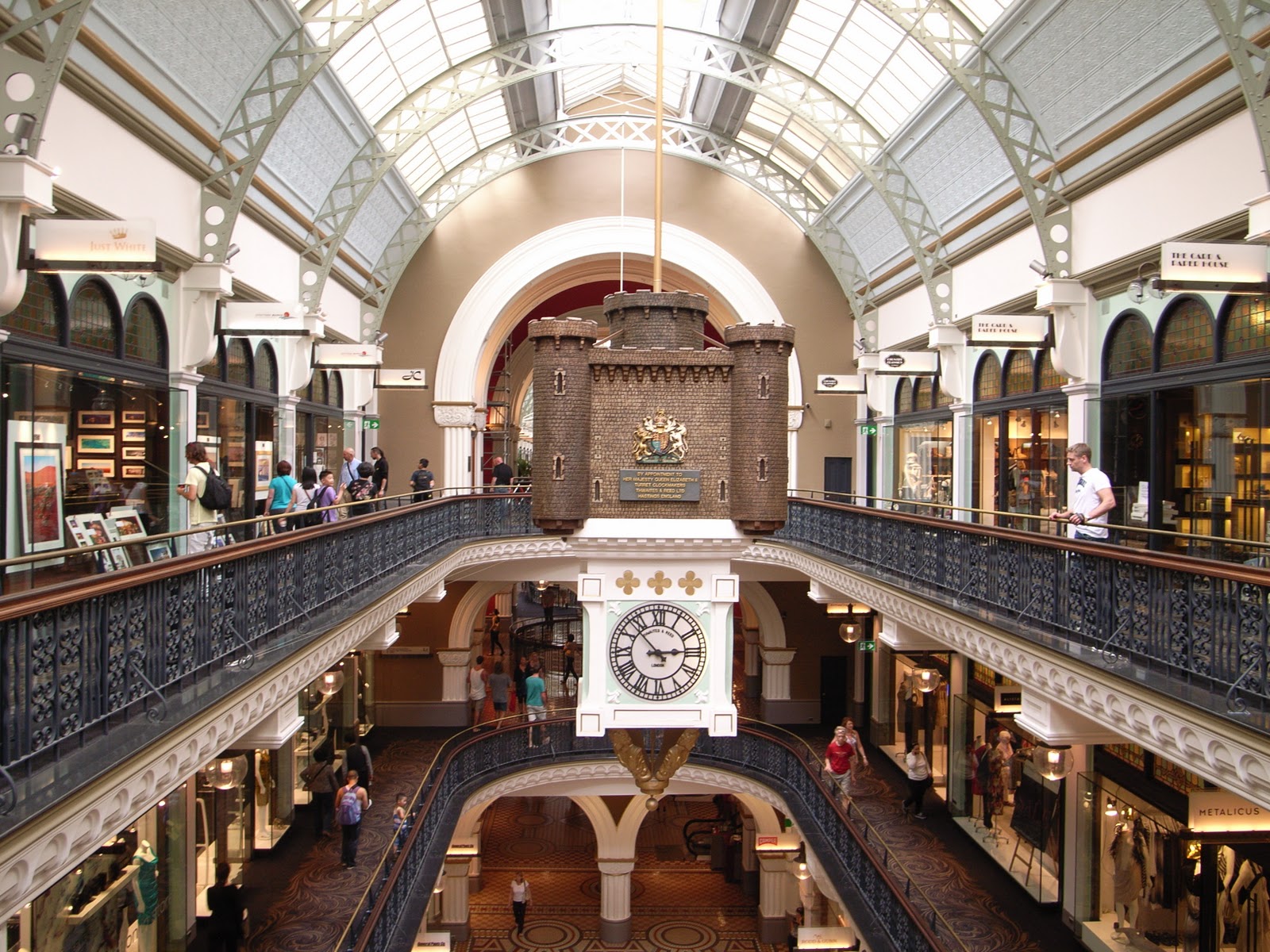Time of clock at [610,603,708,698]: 2:53
